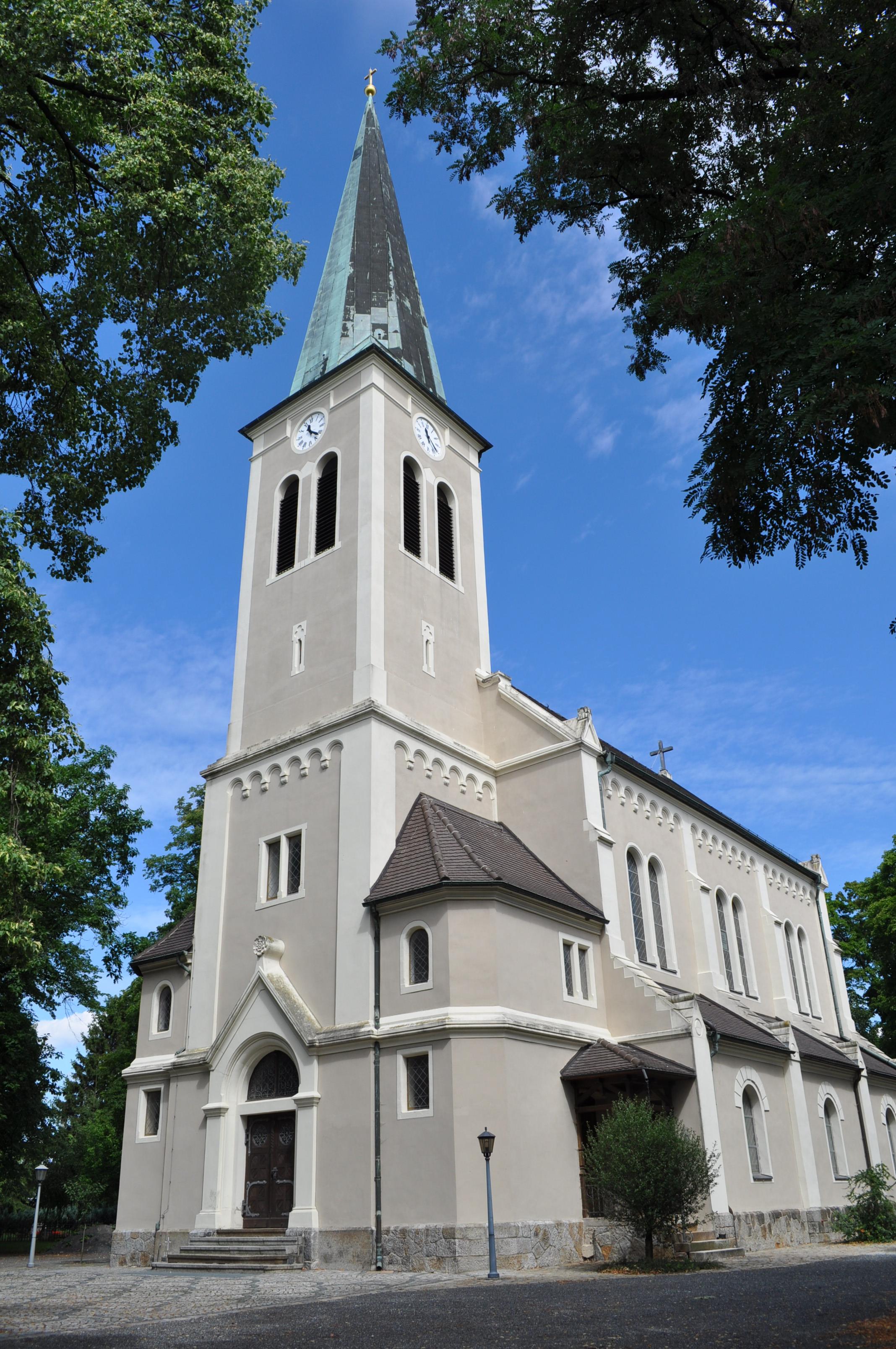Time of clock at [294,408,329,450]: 11:21
